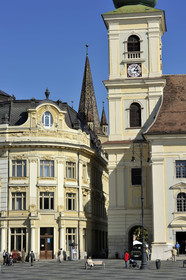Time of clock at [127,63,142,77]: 3:06
